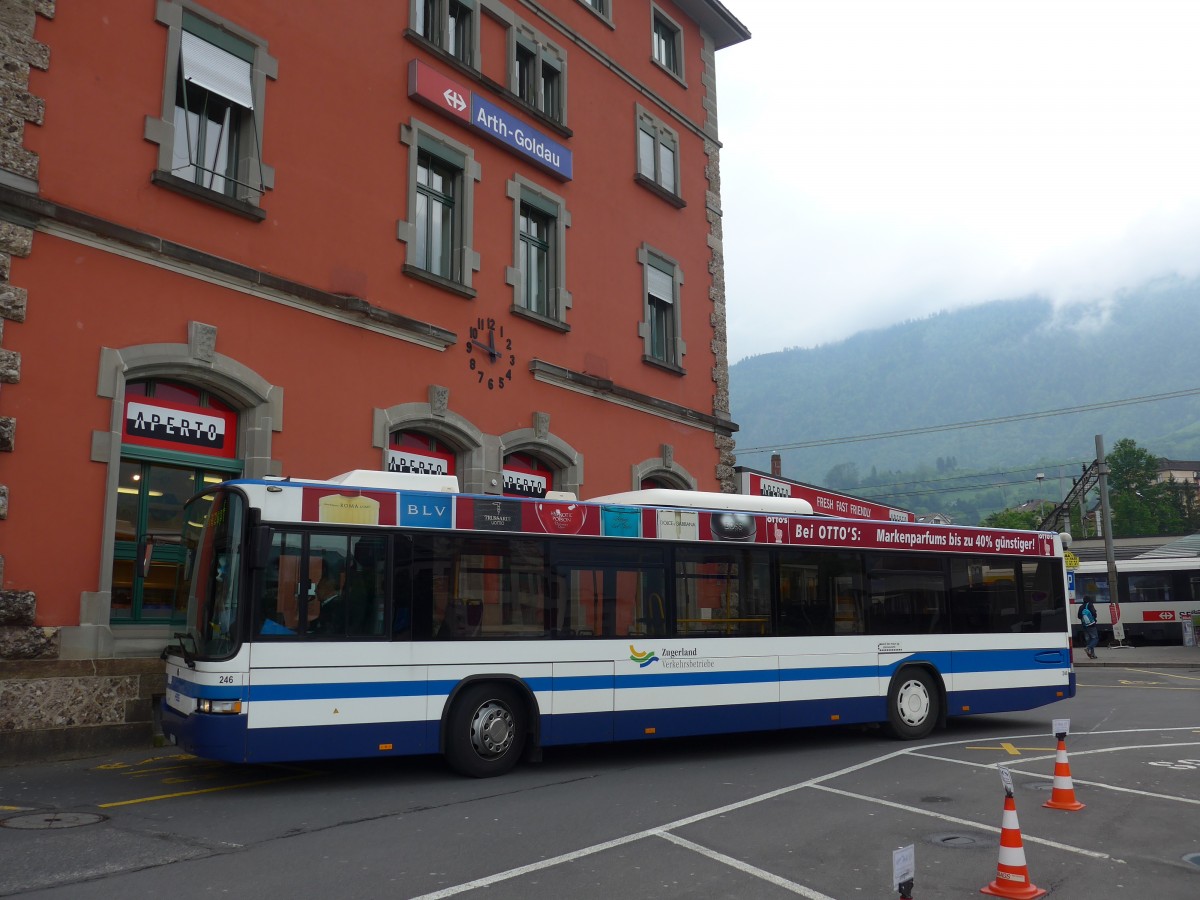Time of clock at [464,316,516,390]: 11:47
